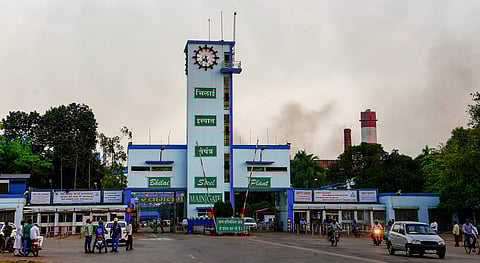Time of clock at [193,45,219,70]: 5:37
